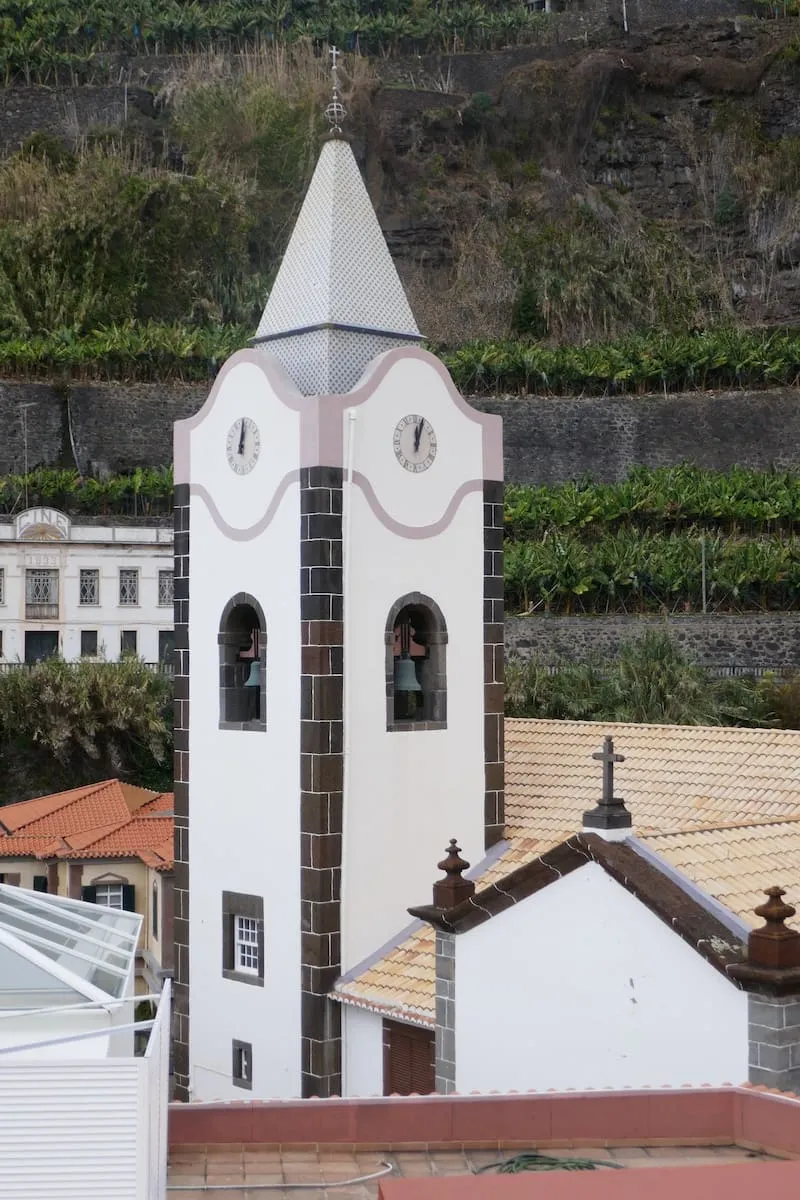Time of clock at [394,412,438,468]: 12:03
